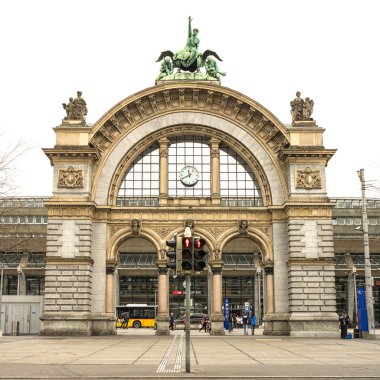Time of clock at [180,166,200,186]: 11:41
